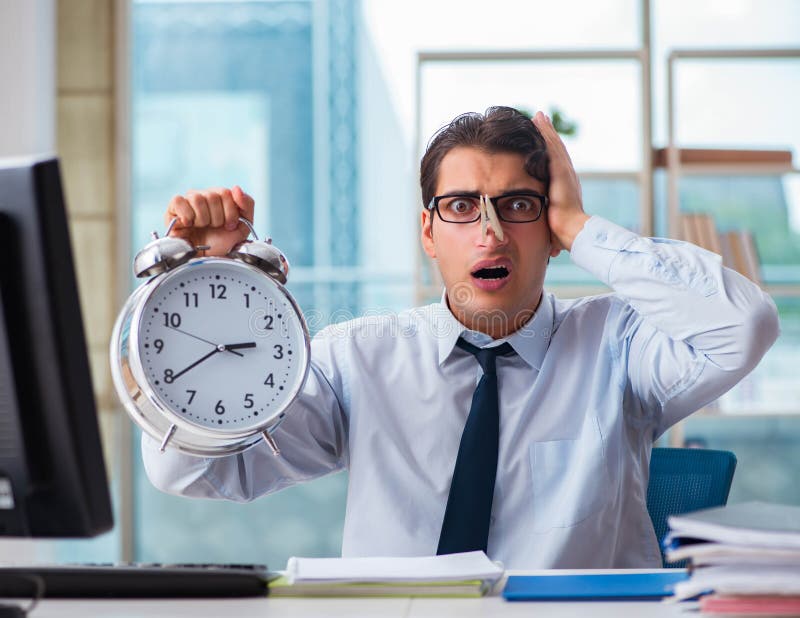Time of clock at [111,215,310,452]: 2:39
